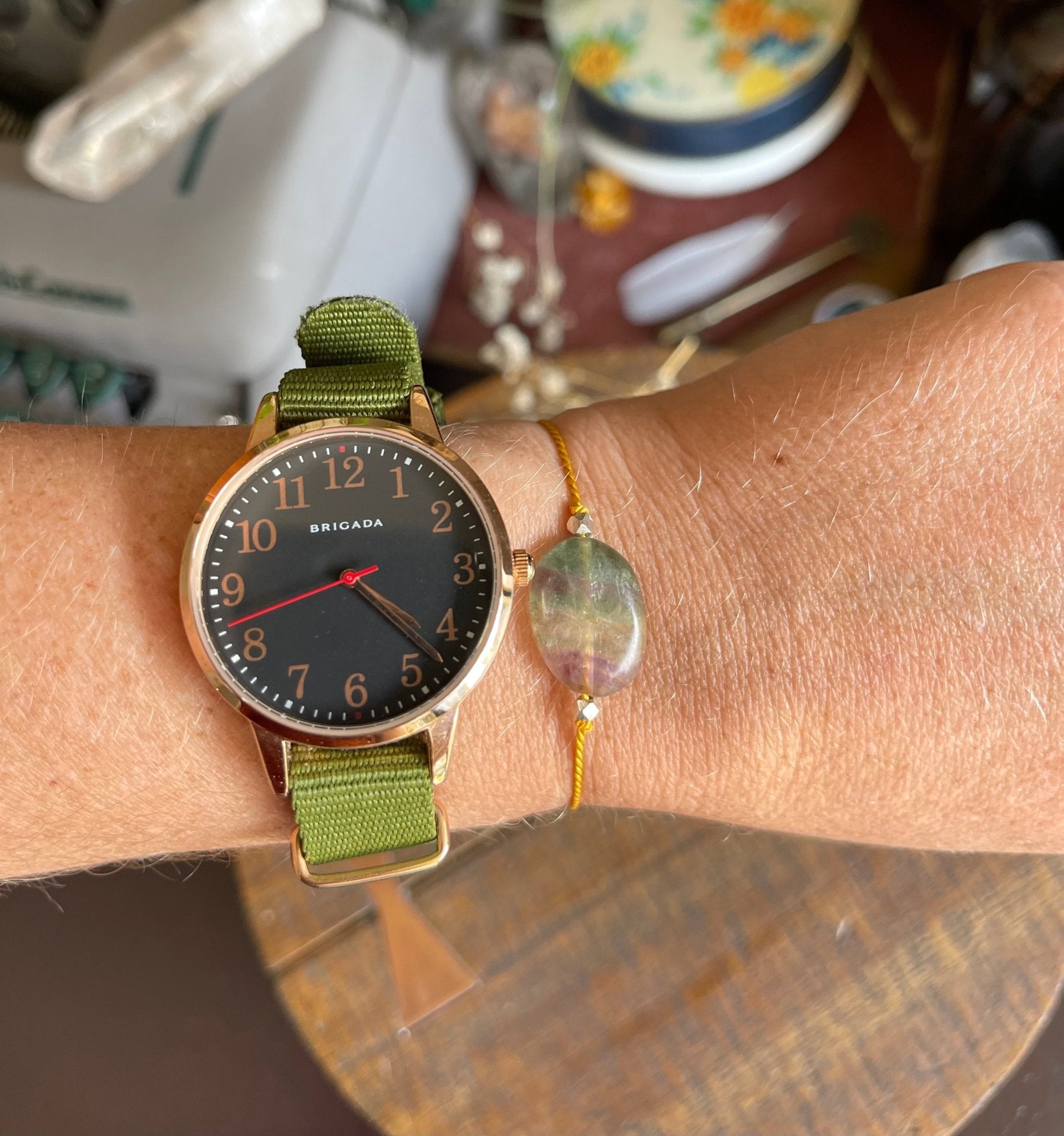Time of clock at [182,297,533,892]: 8:22
